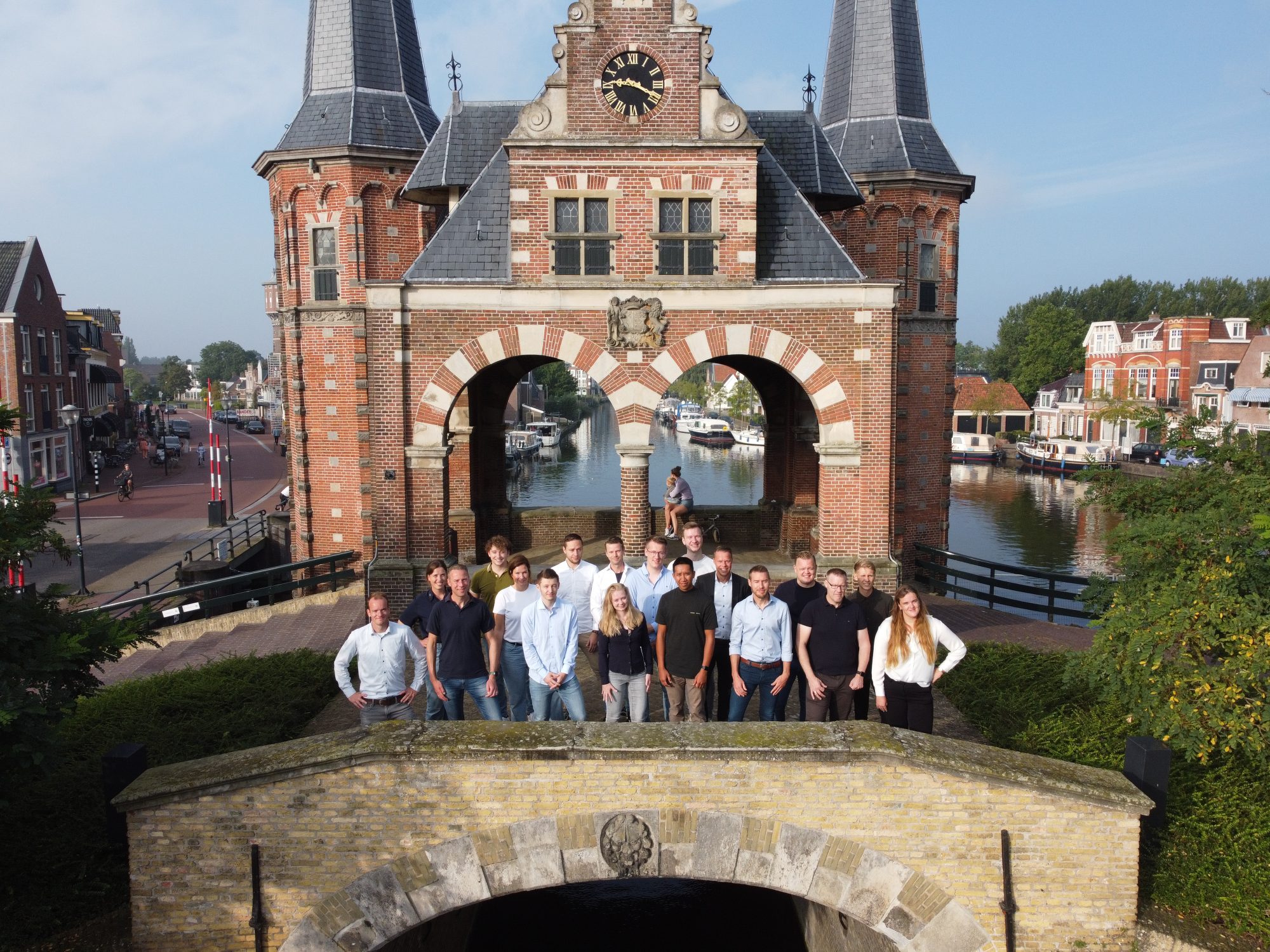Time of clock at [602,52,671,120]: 9:19
